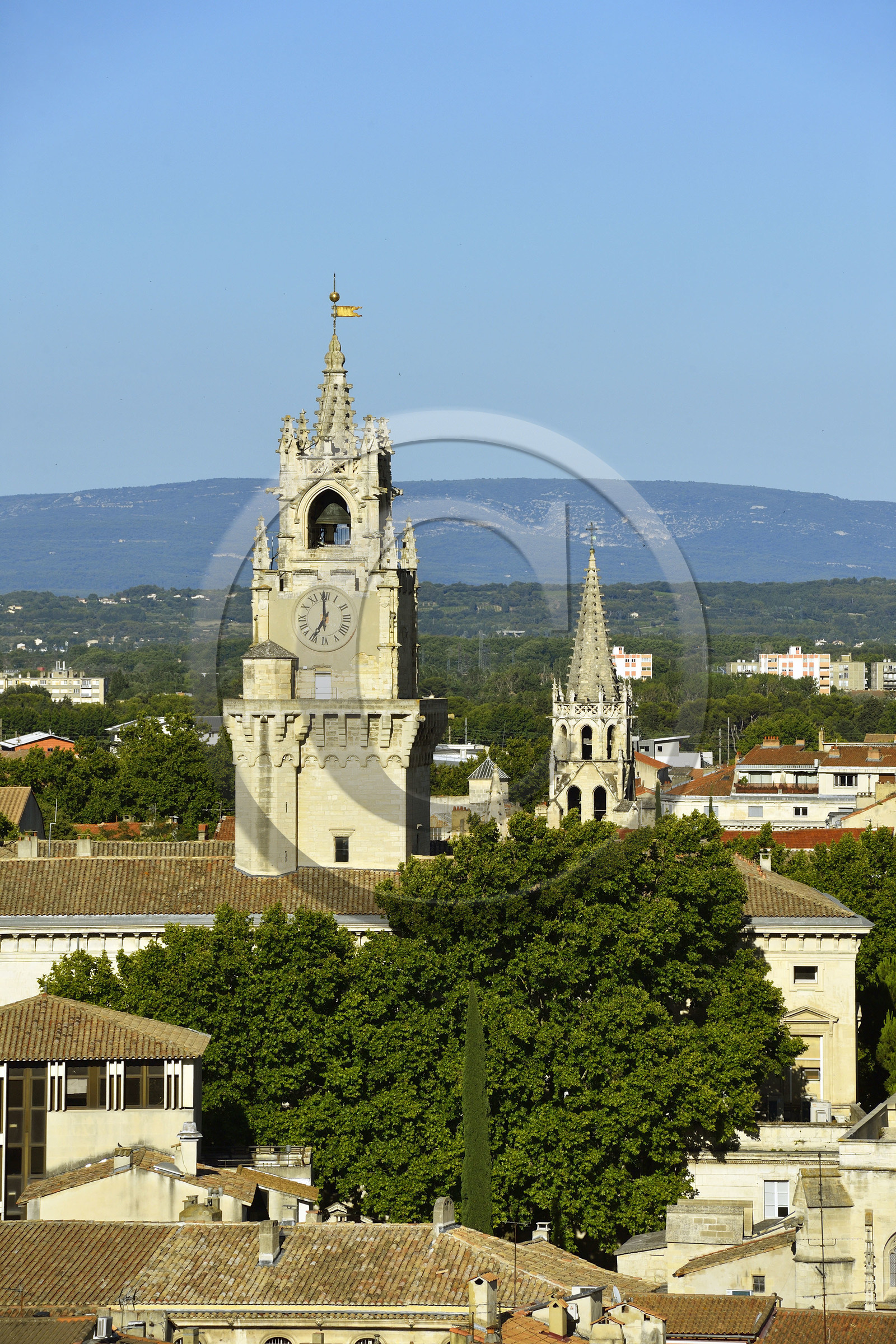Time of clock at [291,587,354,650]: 6:59
